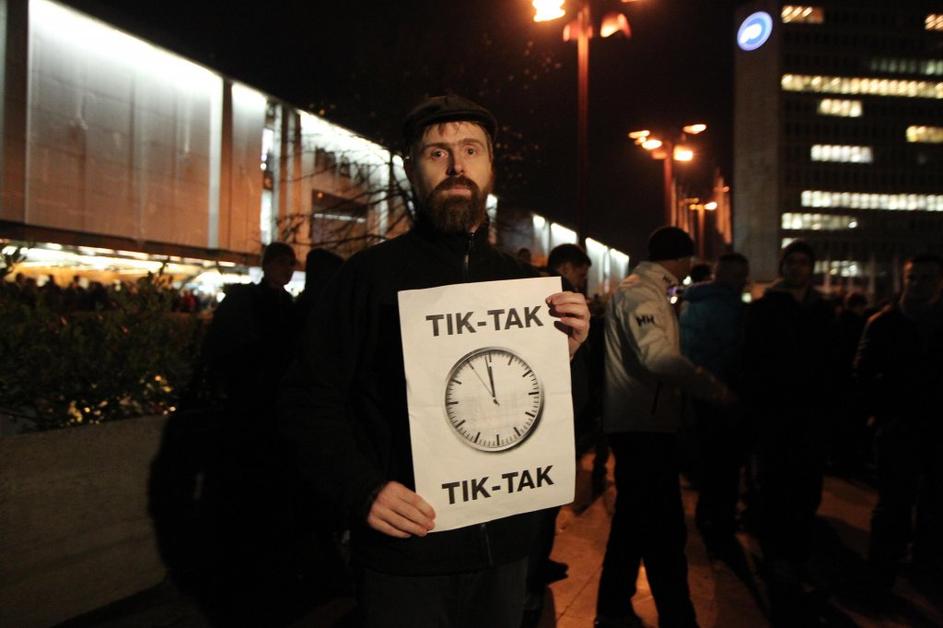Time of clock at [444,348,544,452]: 11:58
